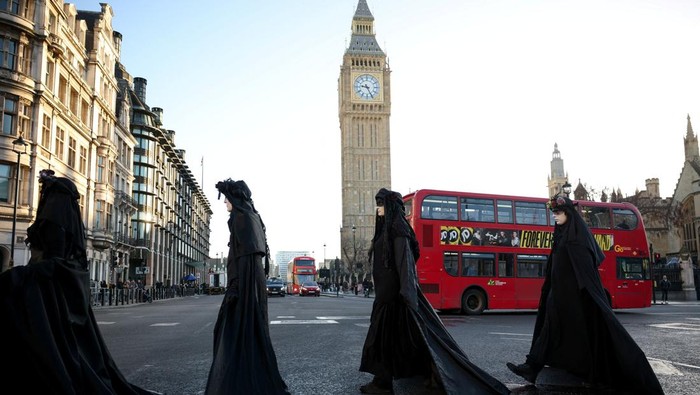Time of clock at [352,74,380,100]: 9:25
